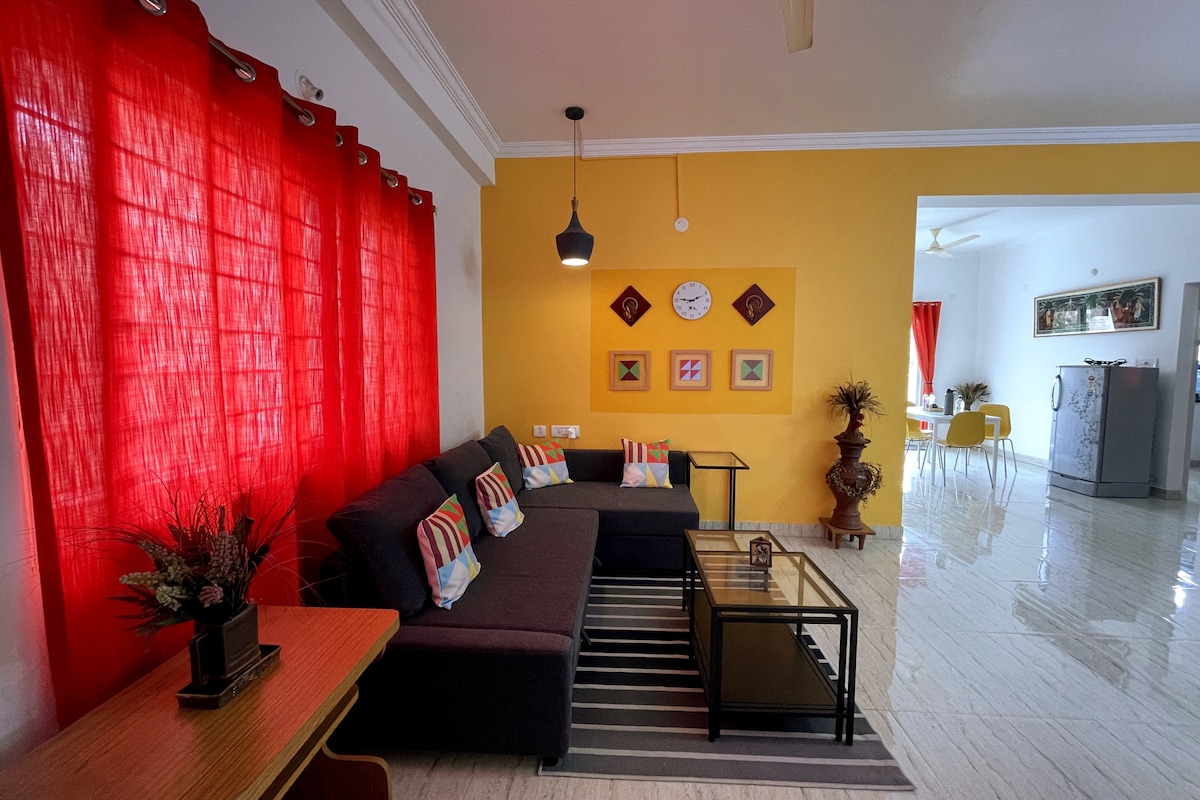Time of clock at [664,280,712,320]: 9:11
